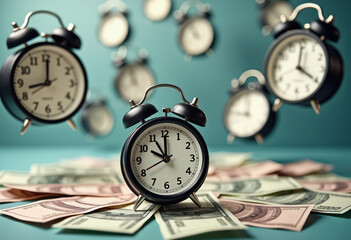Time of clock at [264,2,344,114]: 4:00
